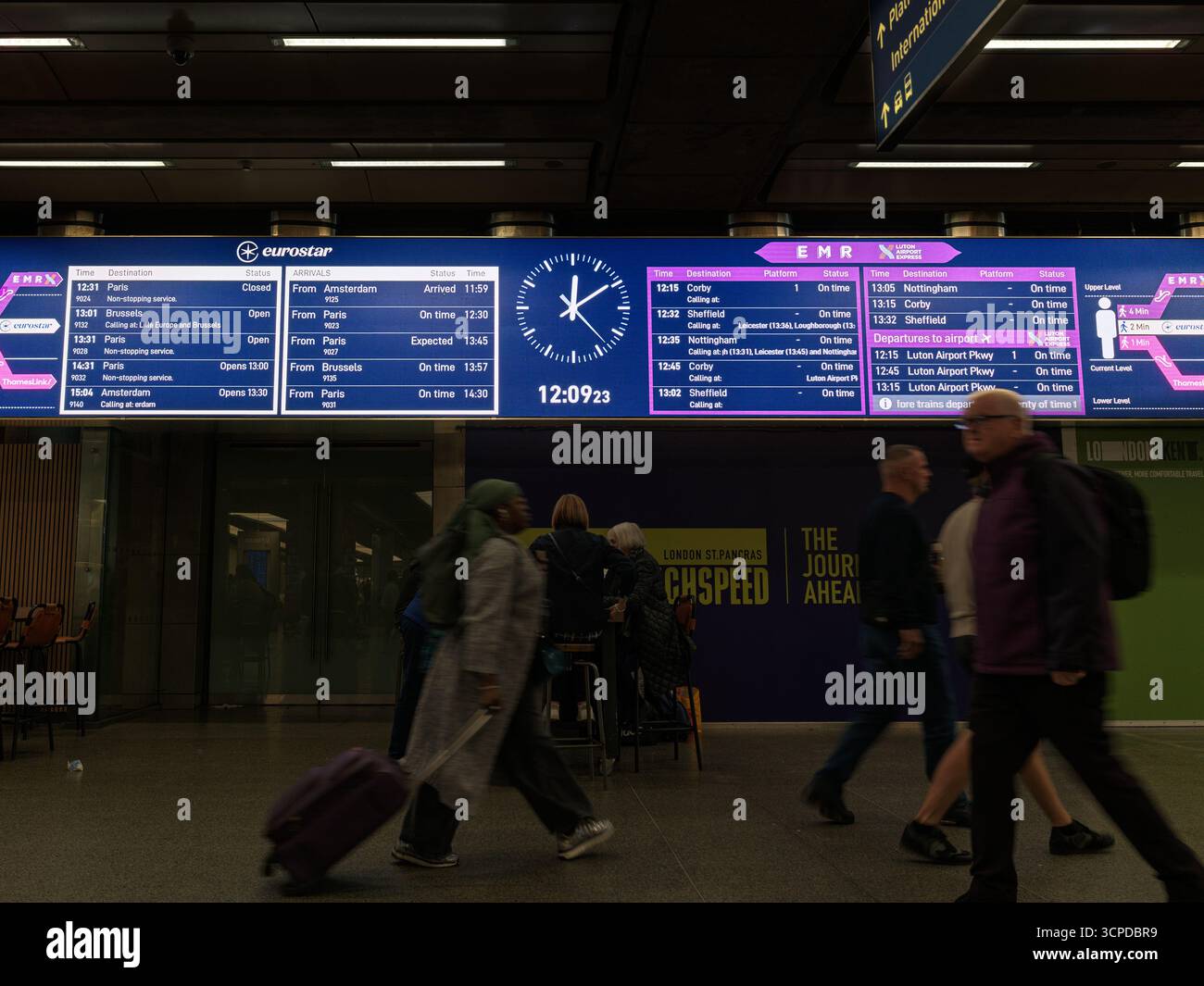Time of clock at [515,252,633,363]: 12:09
